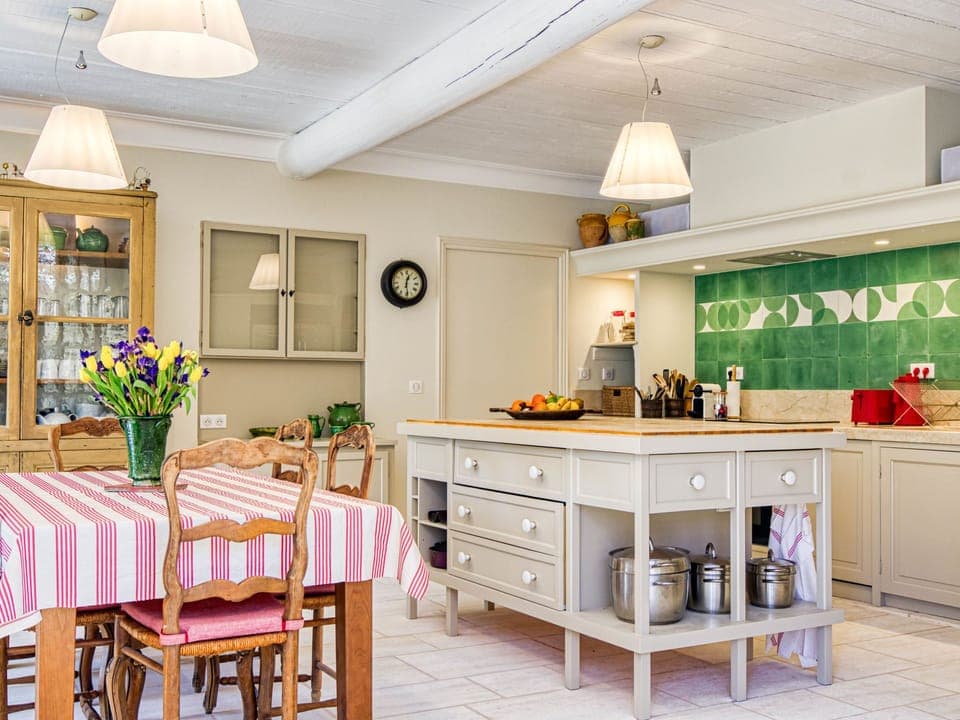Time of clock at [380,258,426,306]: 12:28
